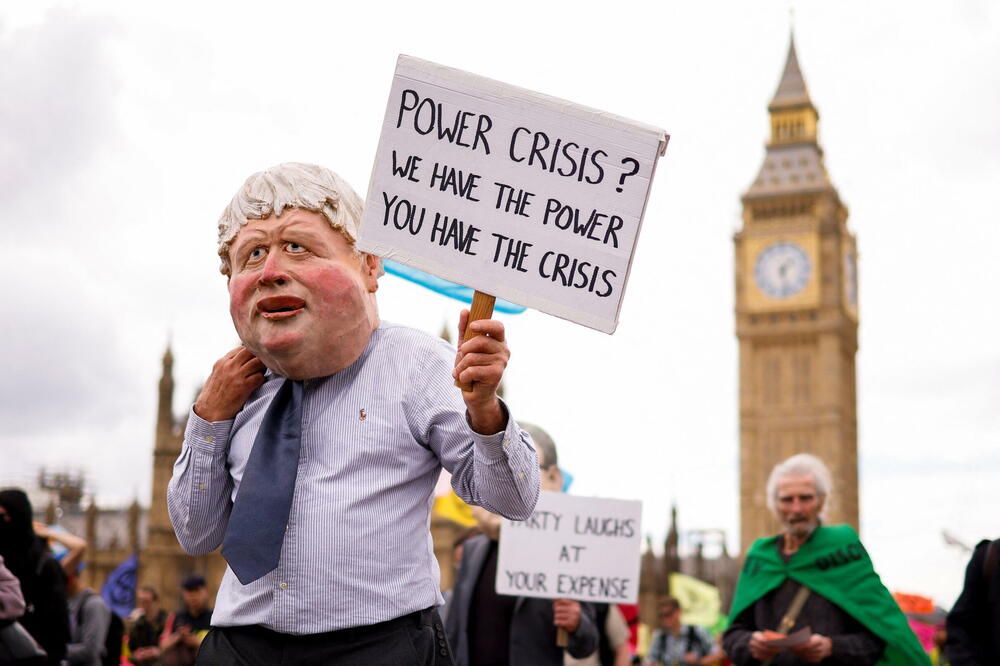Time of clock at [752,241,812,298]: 1:28
